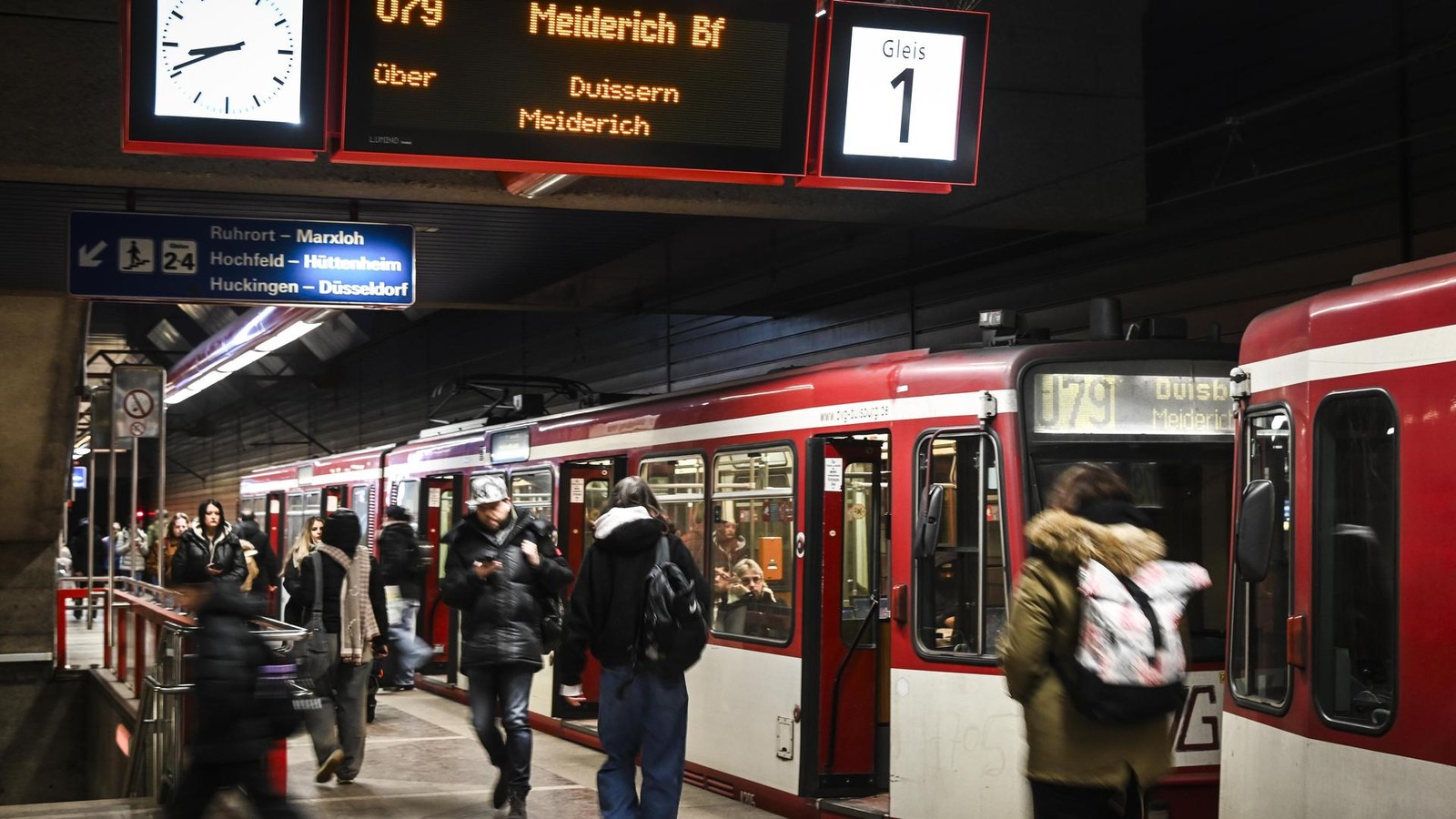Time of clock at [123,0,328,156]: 8:41
